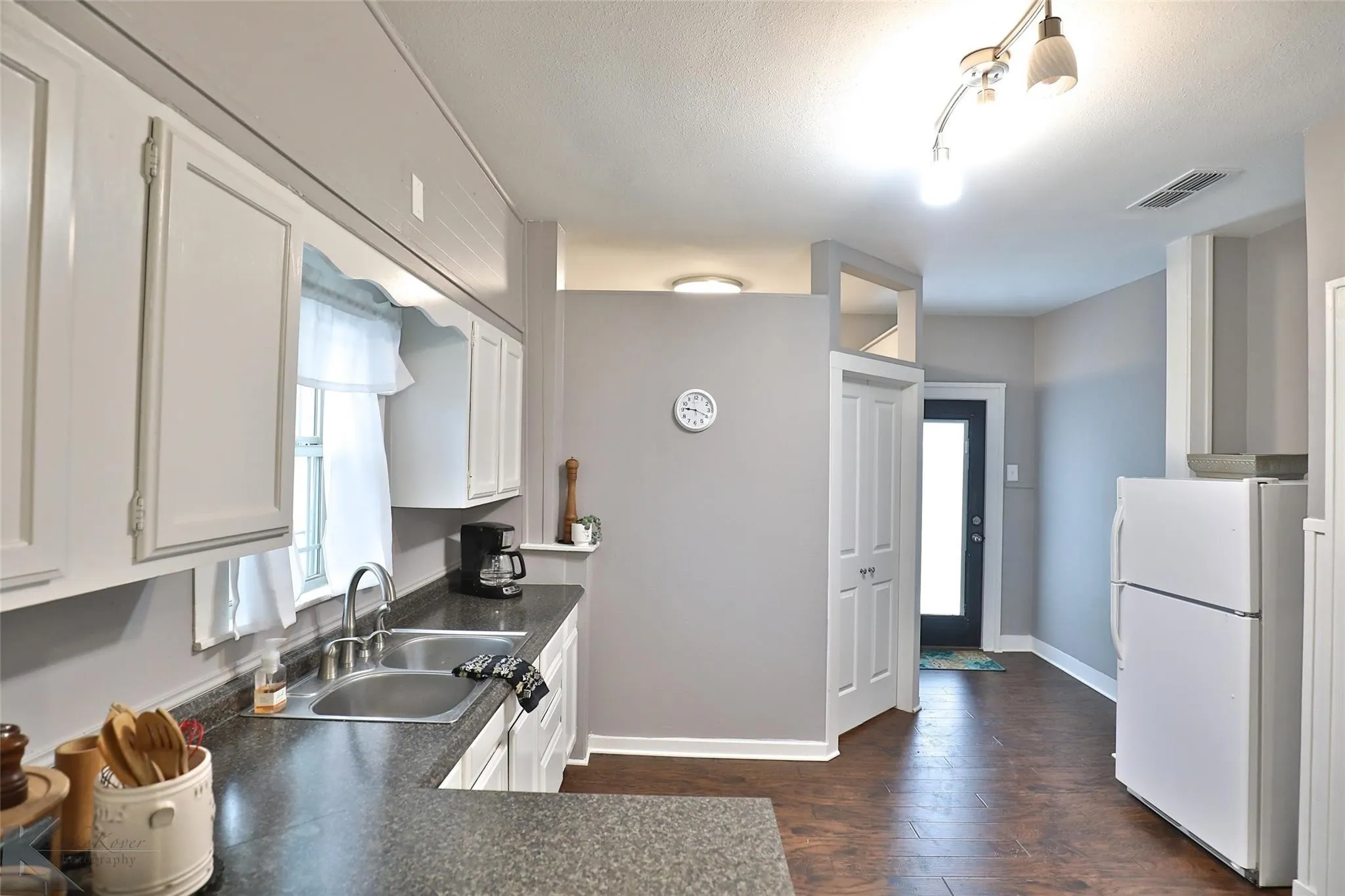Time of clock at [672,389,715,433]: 9:18
